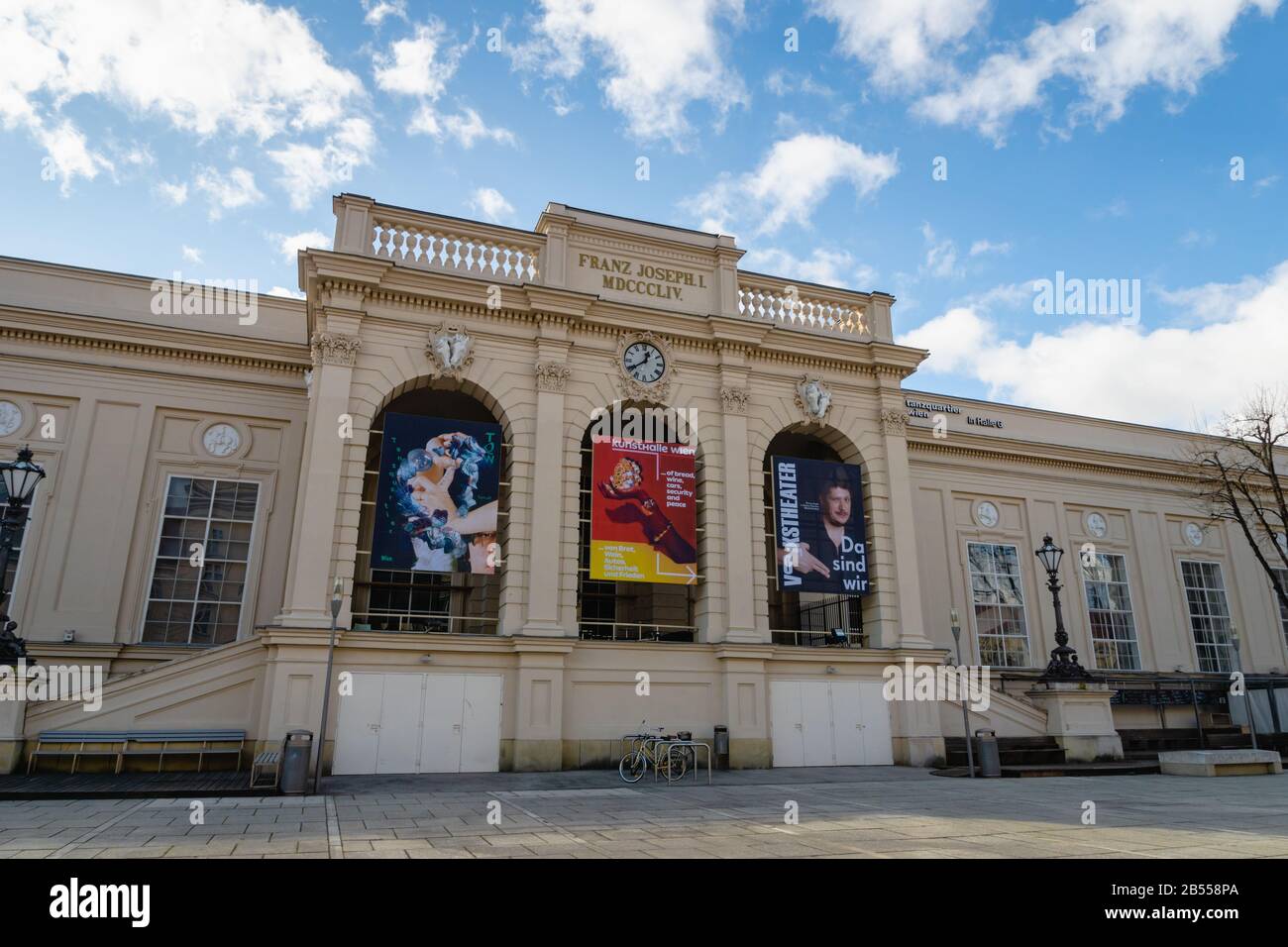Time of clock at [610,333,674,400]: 12:40
